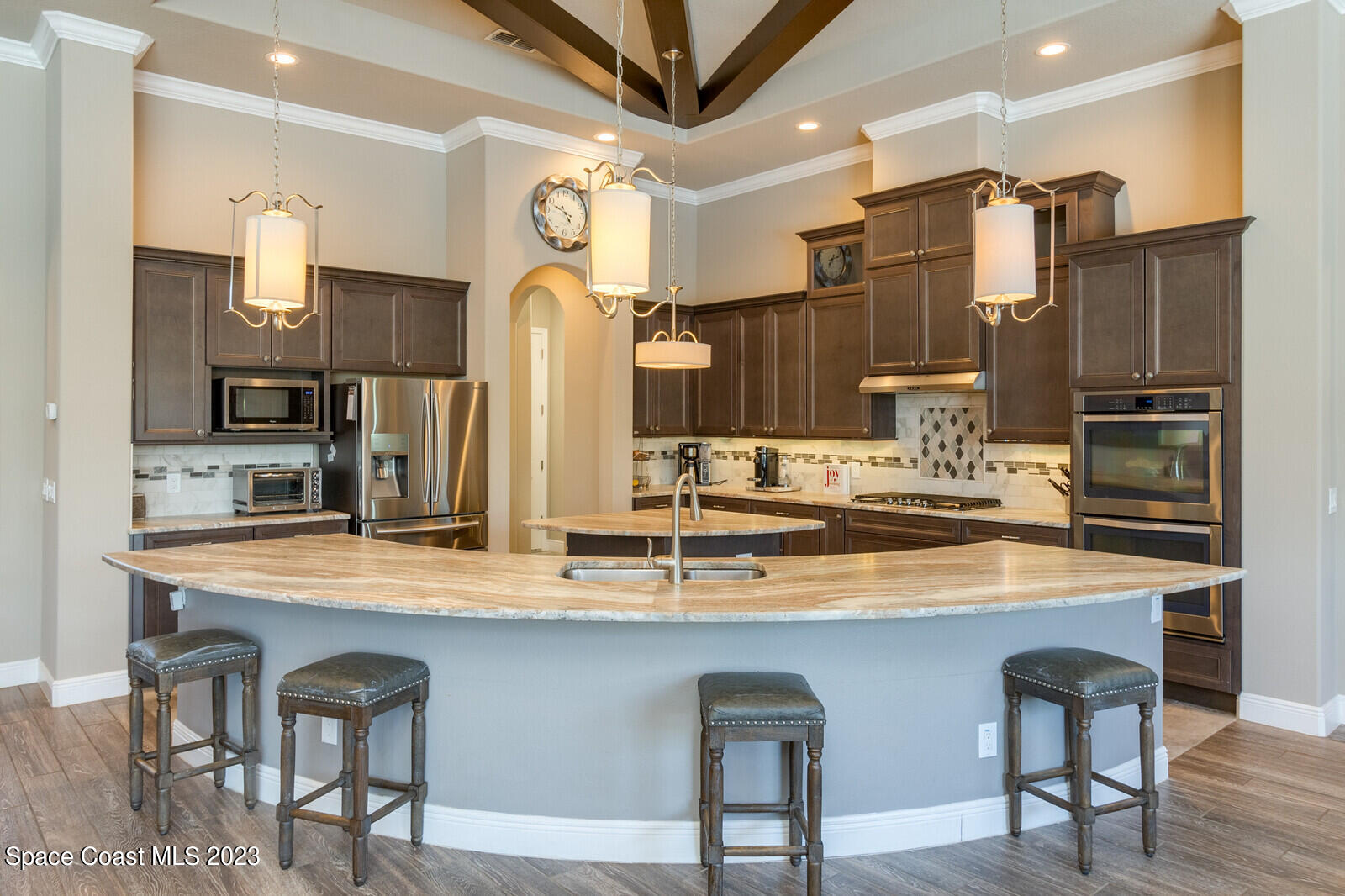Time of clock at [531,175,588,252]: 4:48
